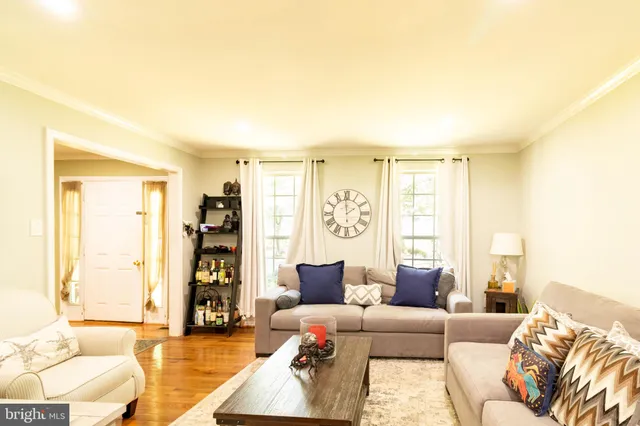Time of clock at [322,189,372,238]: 1:59
